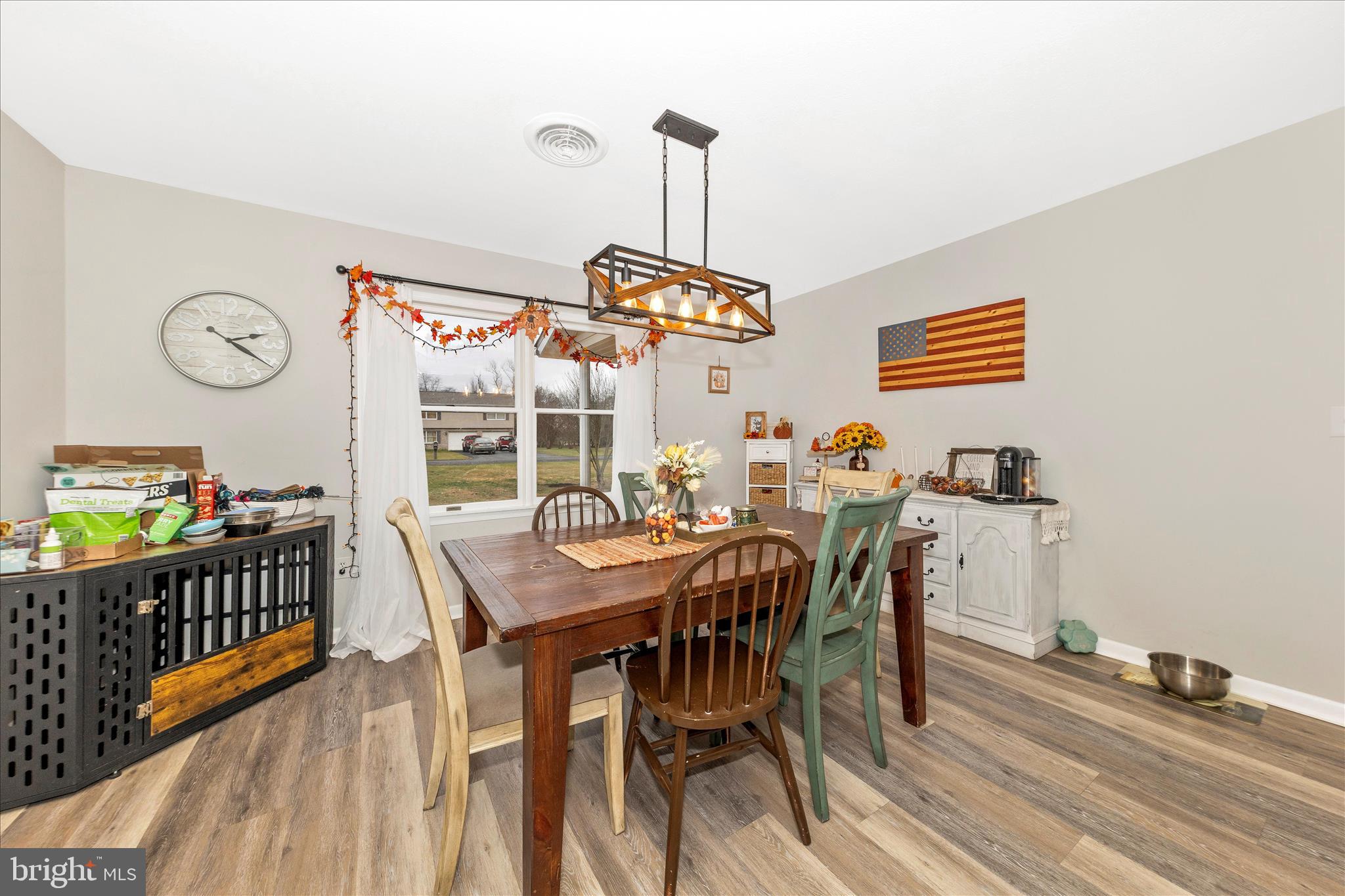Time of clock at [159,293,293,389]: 2:21
